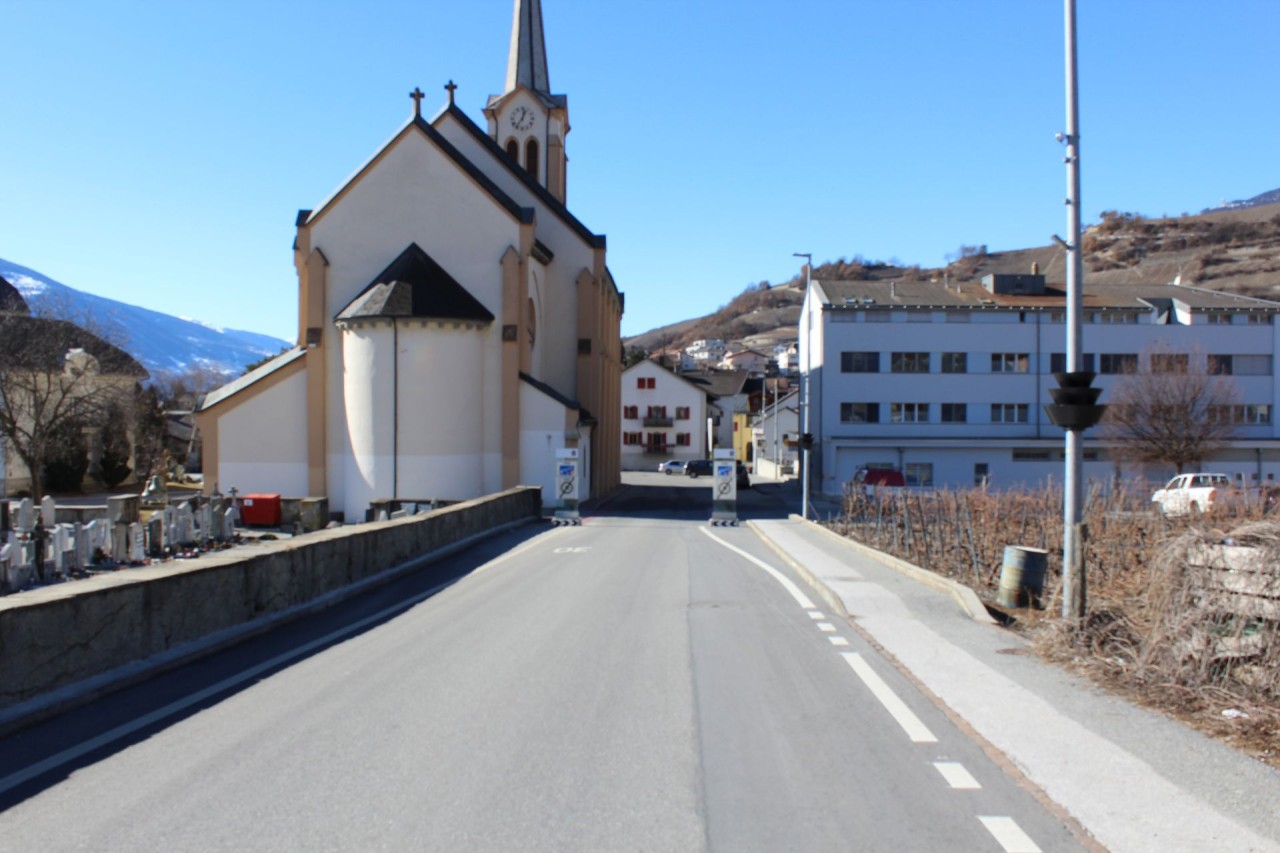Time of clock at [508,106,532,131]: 12:36
